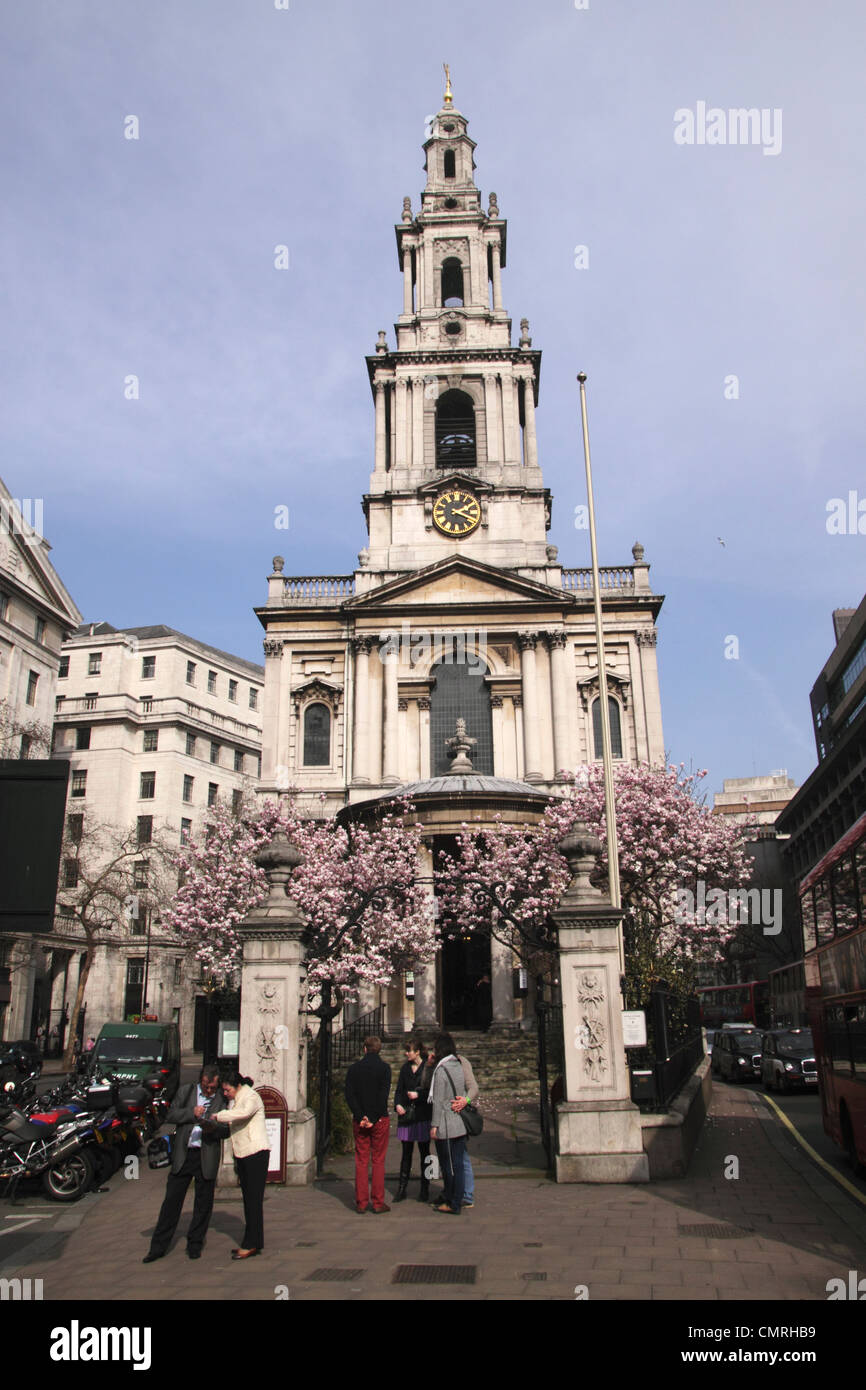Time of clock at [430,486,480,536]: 2:18
